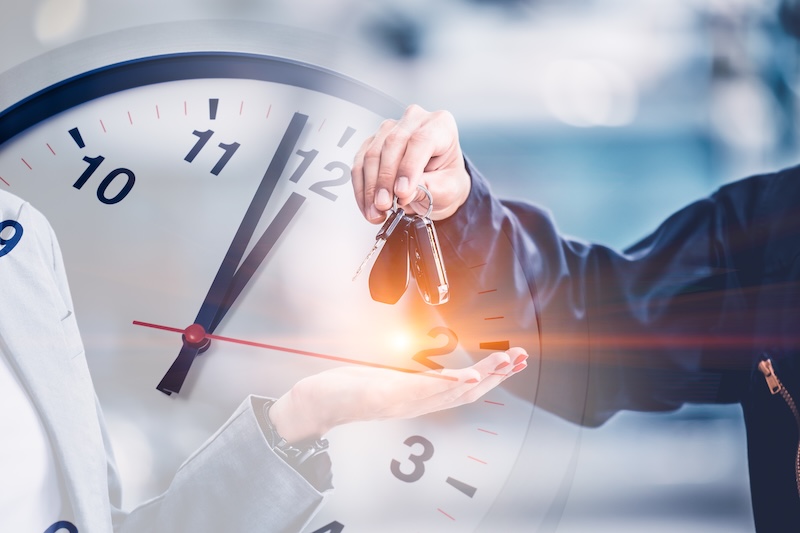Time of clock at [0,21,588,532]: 1:03
